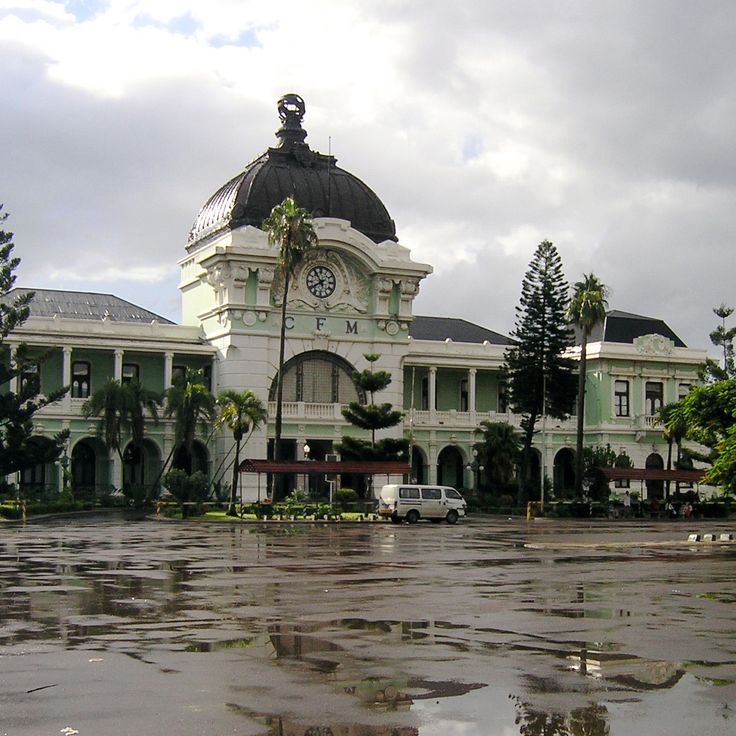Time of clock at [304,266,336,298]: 7:54
